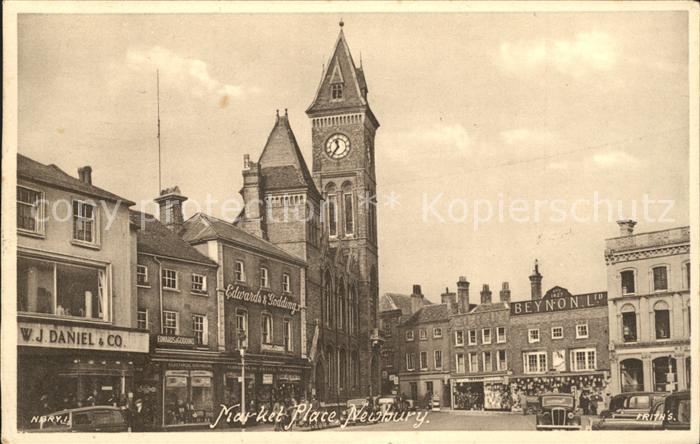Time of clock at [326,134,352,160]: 11:36
